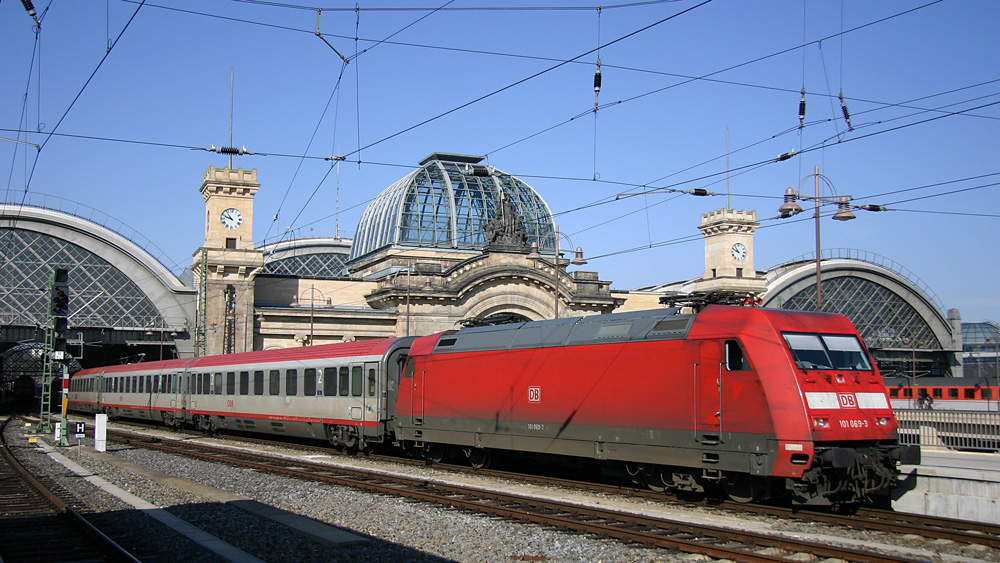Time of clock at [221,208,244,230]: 10:48
